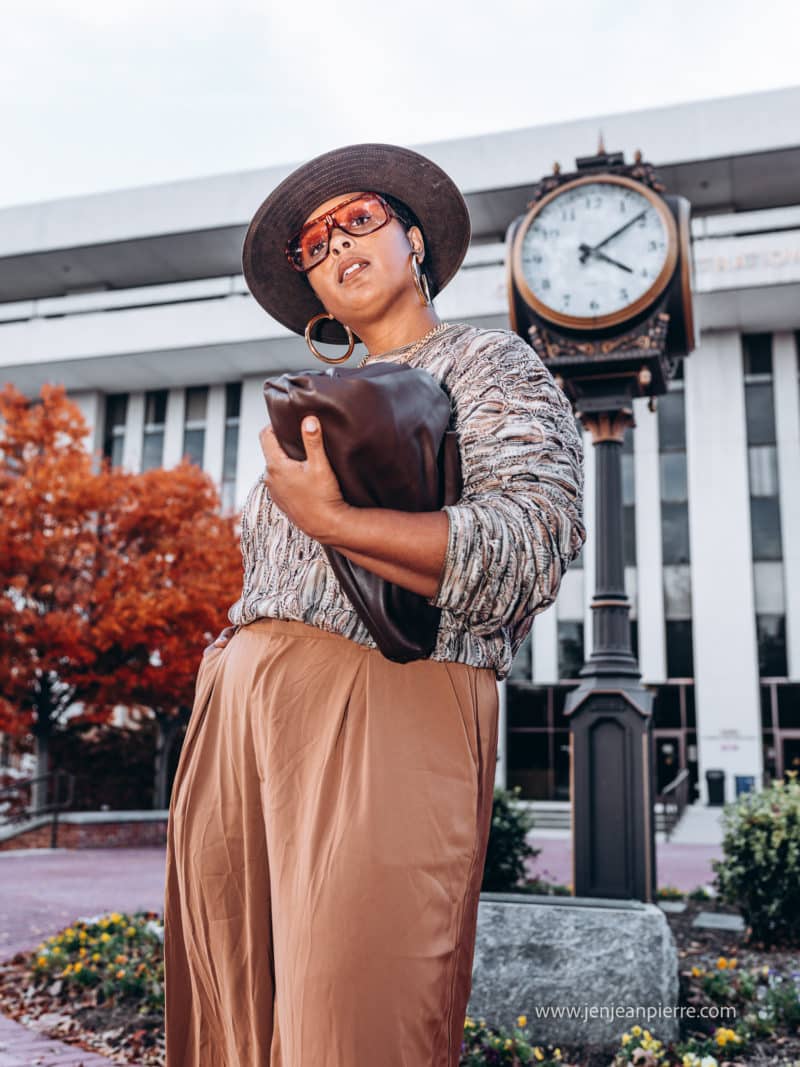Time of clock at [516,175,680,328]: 4:08
